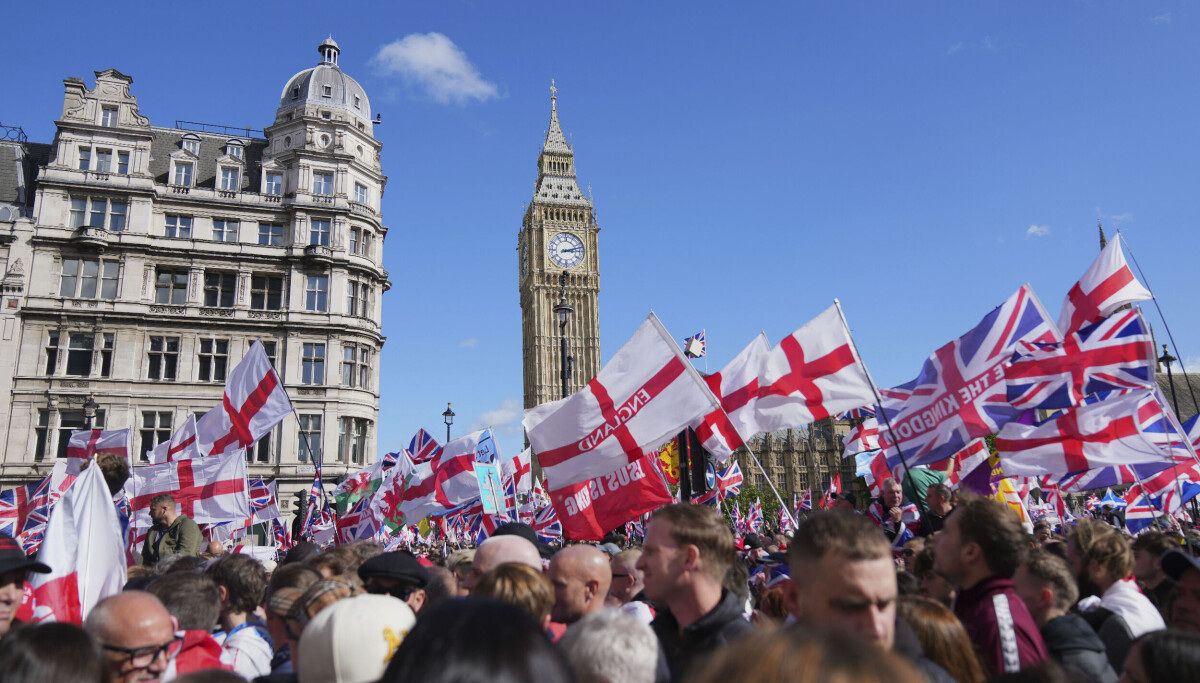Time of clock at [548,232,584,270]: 3:12
